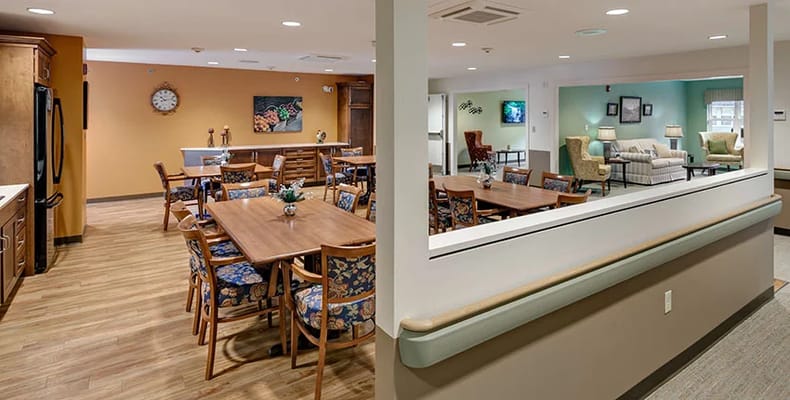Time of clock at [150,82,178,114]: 10:12
